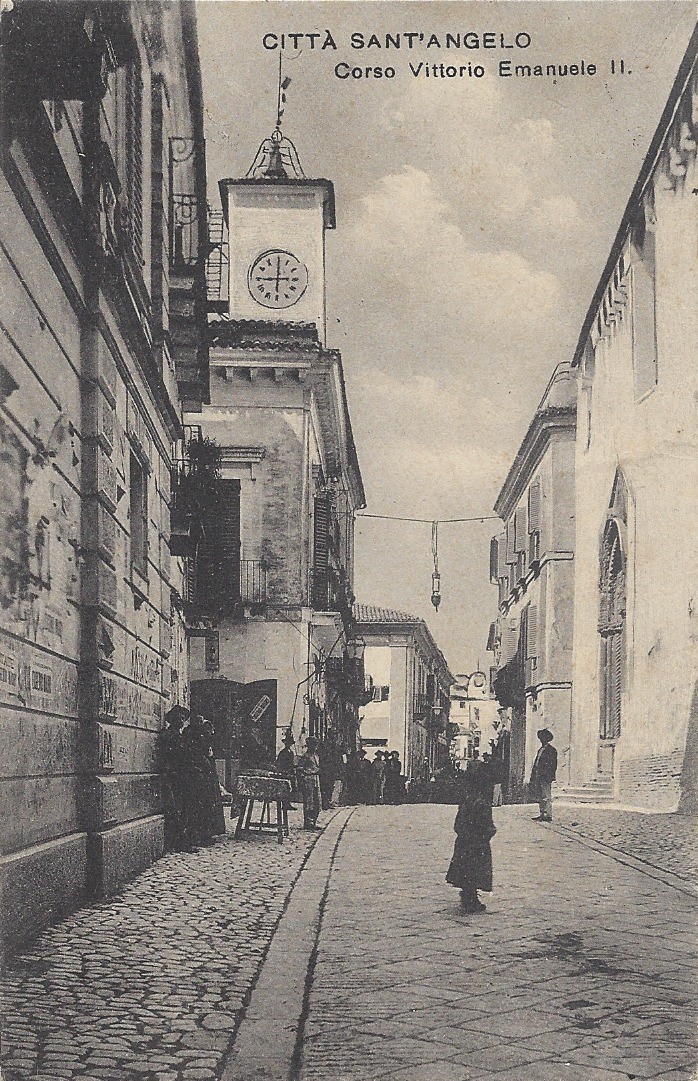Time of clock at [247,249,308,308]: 9:00
